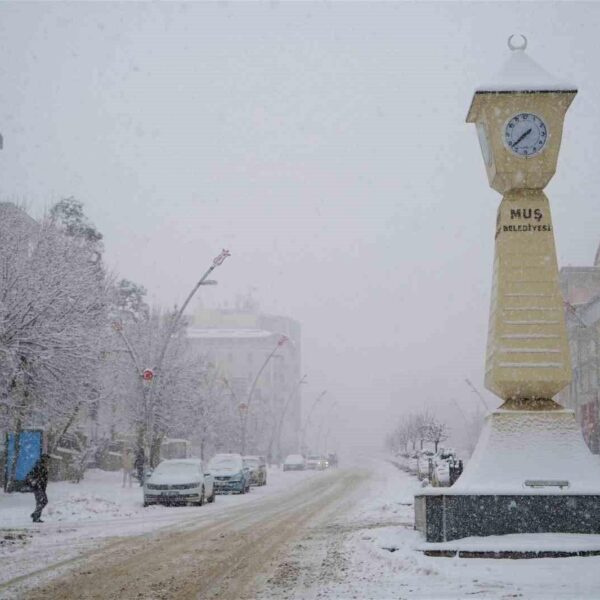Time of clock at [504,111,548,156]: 7:37
